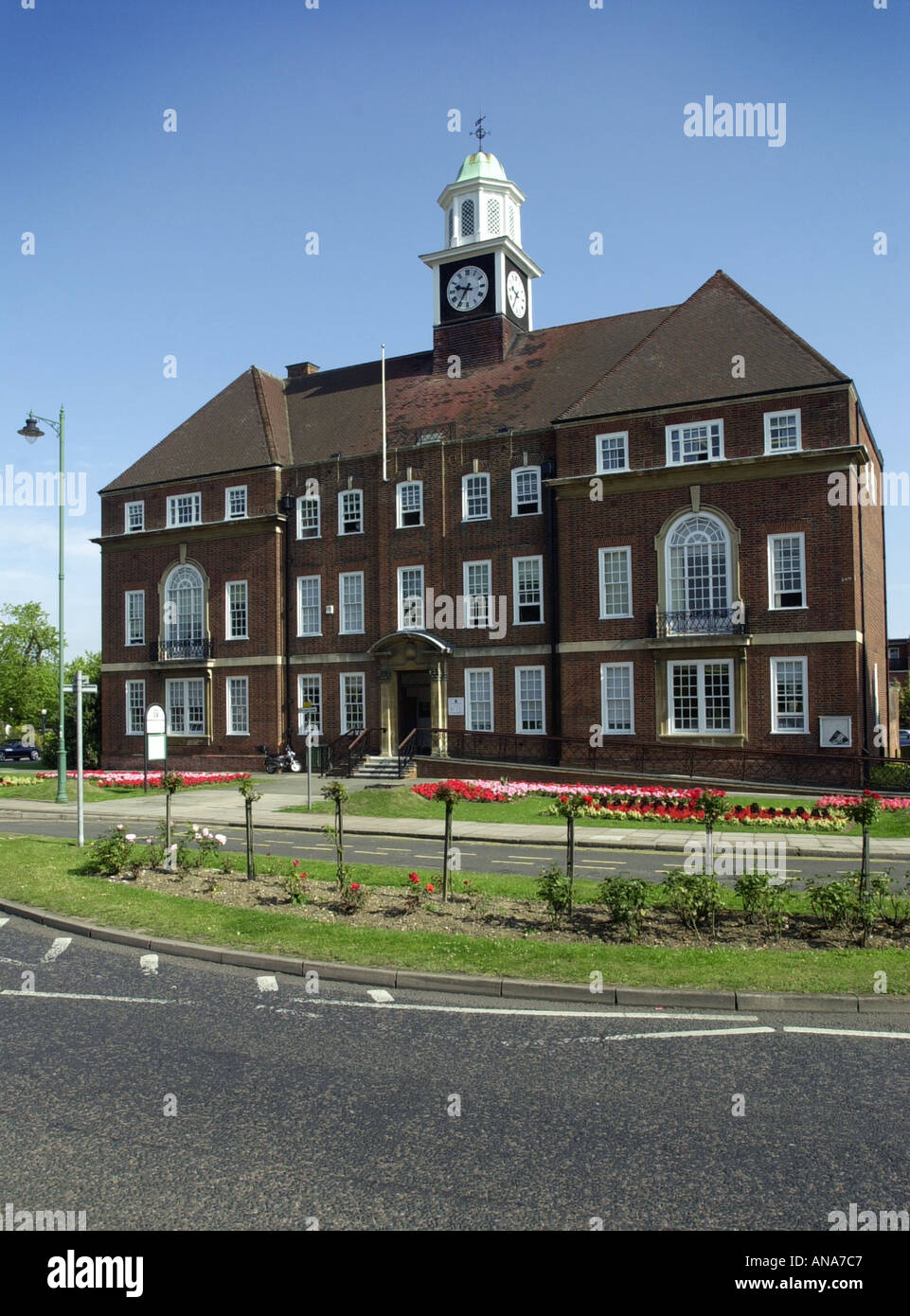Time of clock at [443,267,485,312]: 9:35
